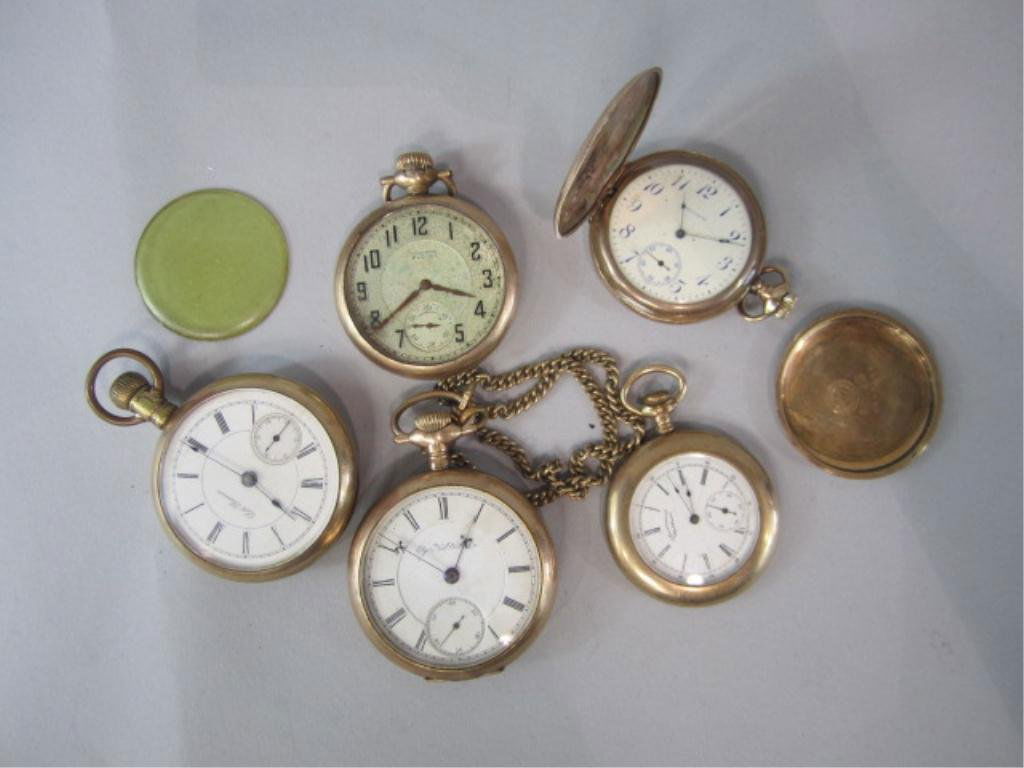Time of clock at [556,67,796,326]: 12:16
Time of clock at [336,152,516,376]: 3:39
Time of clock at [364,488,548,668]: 1:04
